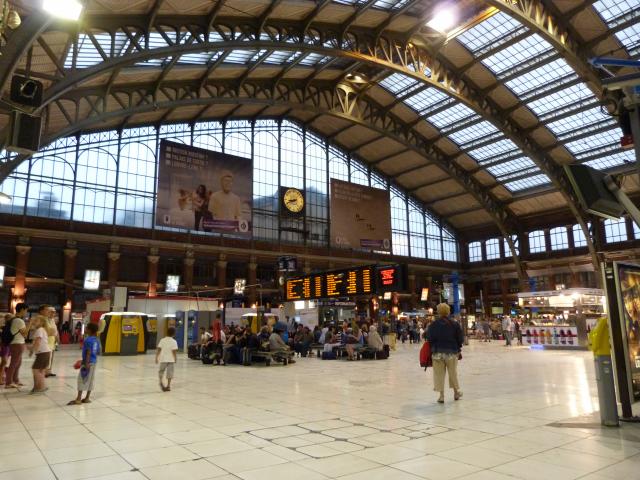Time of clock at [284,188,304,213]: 8:41
